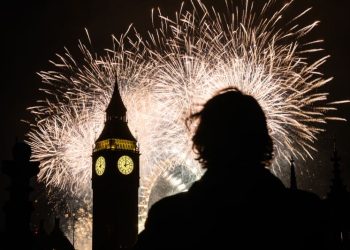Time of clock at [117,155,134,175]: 12:12
